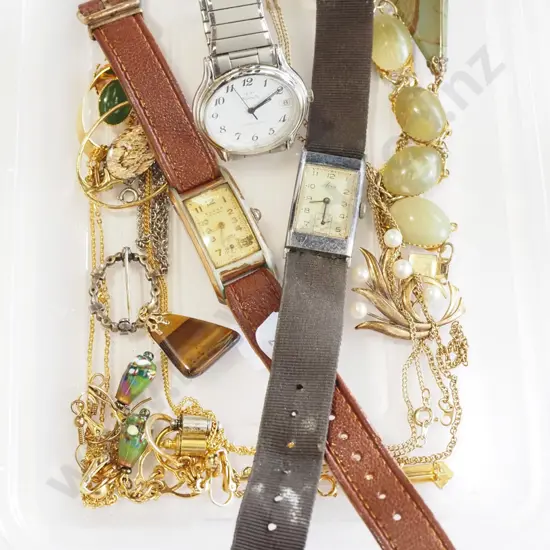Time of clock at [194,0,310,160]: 2:09
